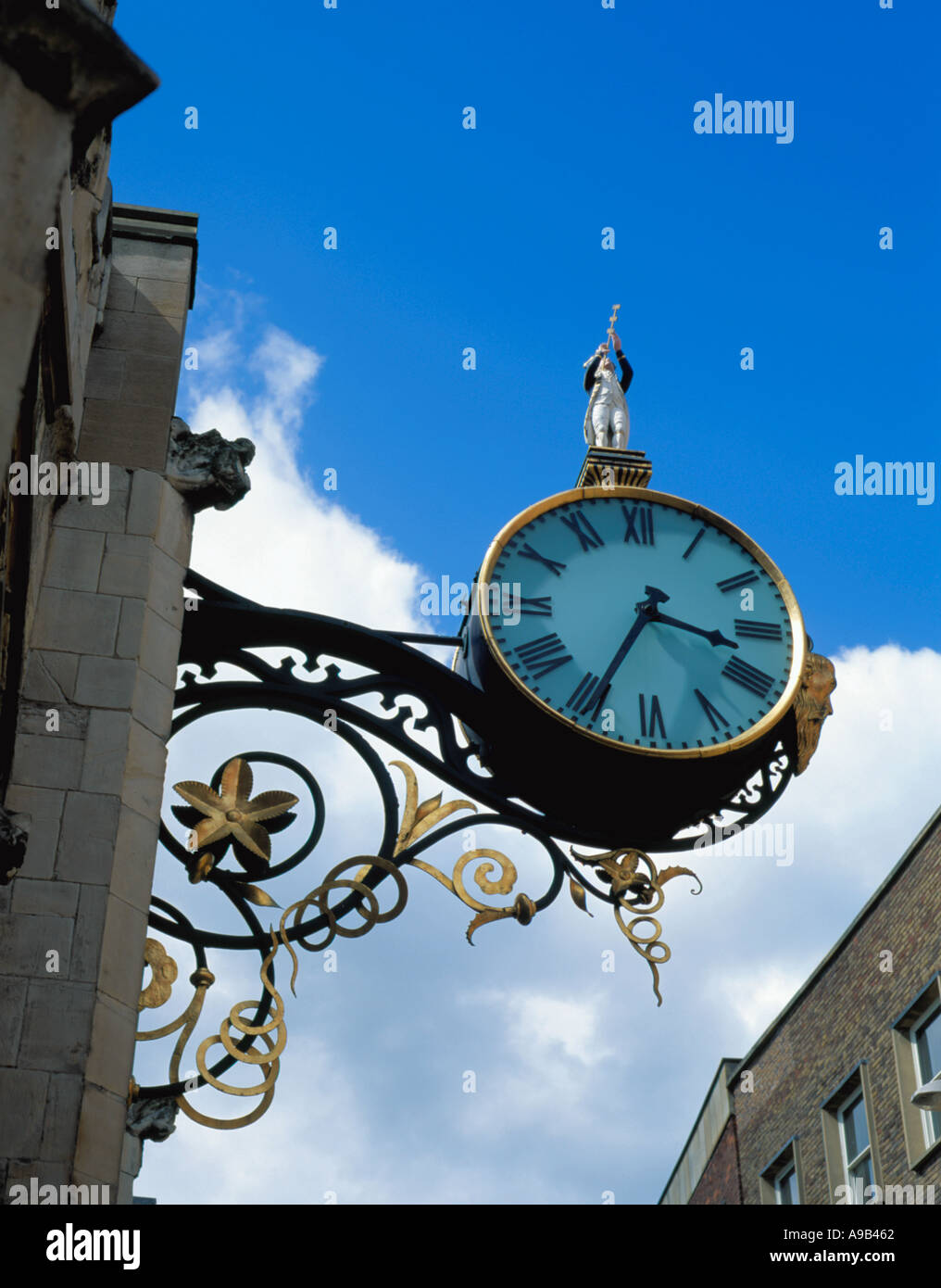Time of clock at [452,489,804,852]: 3:34
